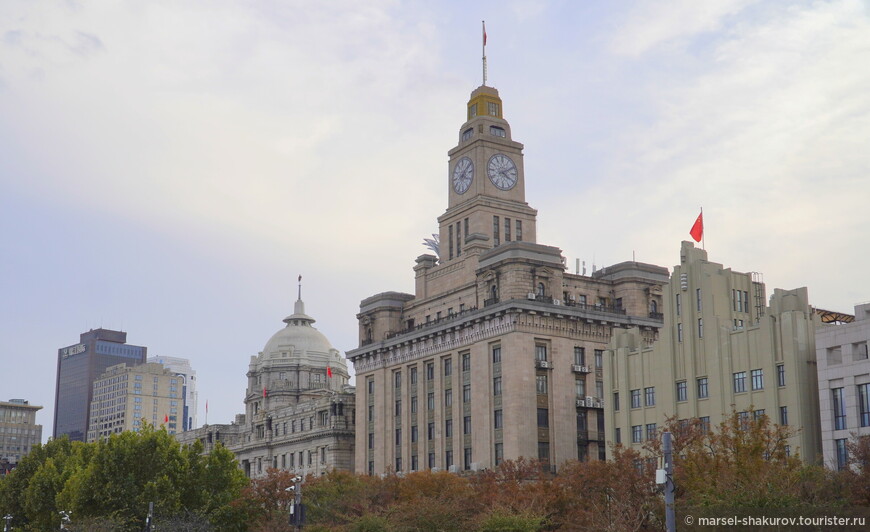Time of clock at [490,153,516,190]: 4:09
